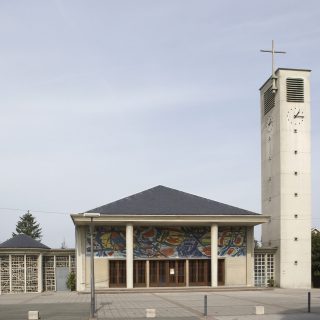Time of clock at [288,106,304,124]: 1:16
